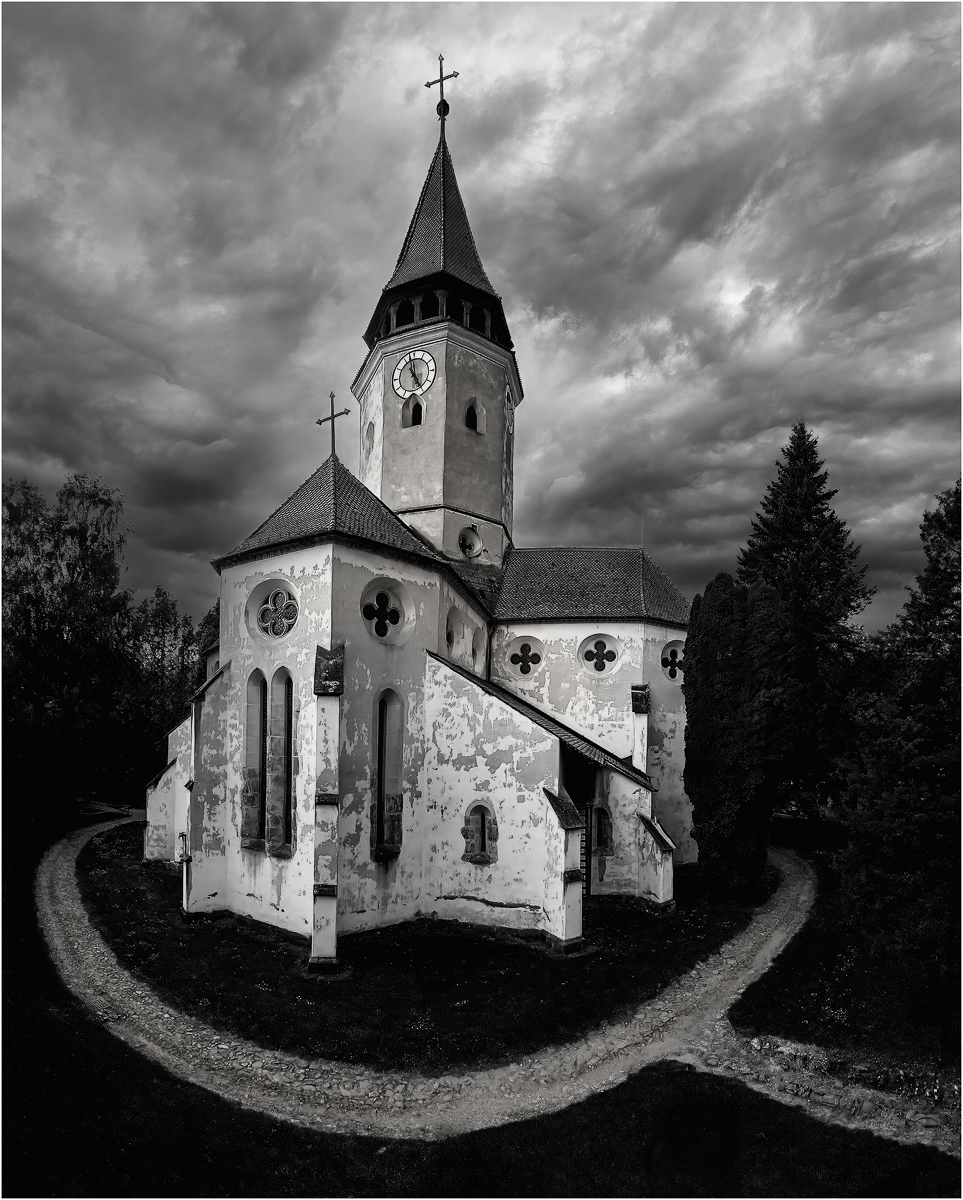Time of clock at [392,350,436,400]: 4:57
